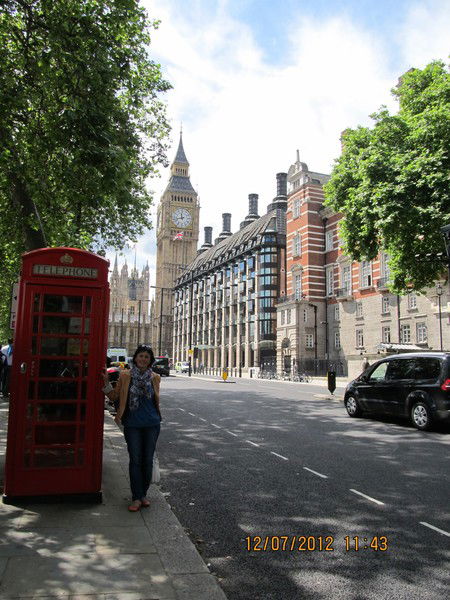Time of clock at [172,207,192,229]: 11:42
